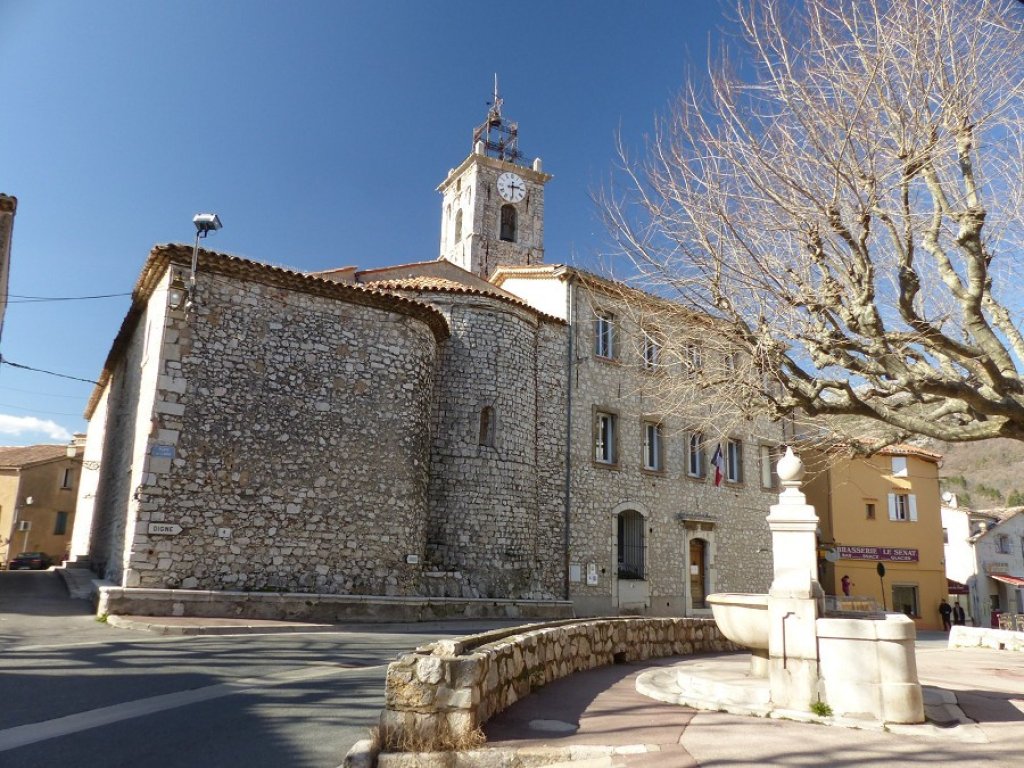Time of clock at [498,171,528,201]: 2:29
